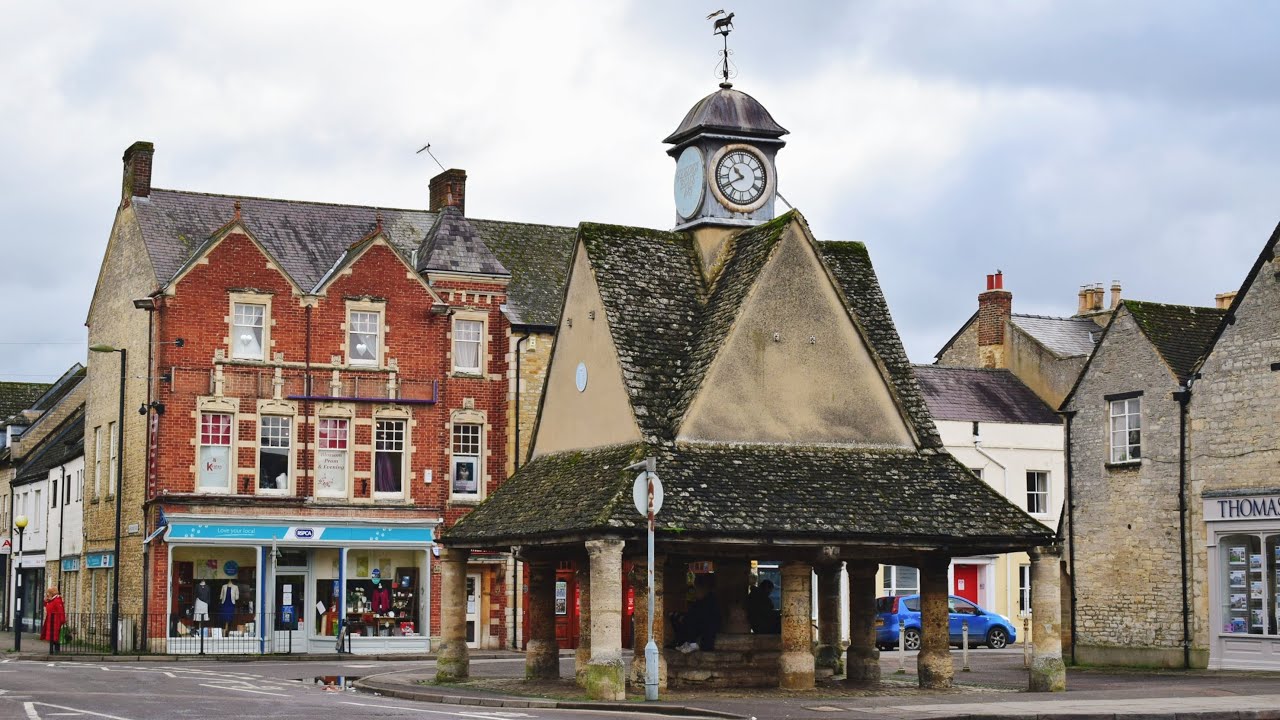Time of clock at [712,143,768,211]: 10:40
